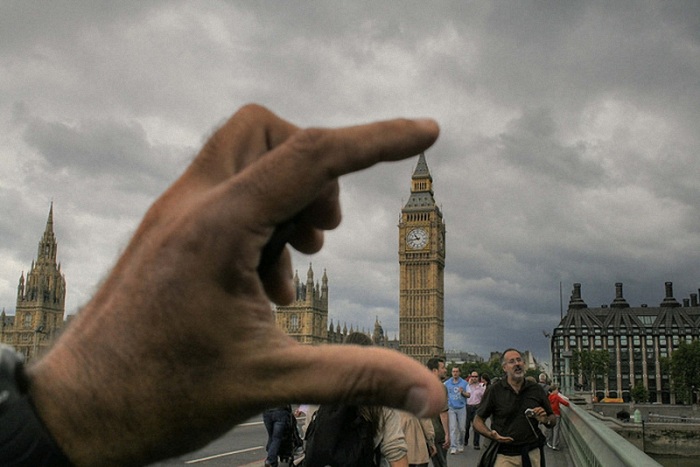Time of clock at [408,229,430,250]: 10:43
